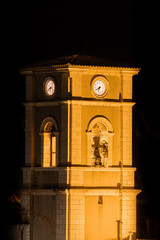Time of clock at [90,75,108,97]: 6:40
